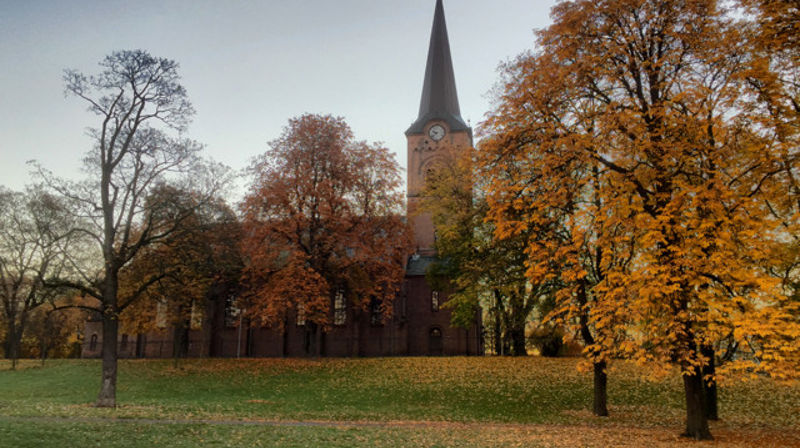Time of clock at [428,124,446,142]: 9:38
